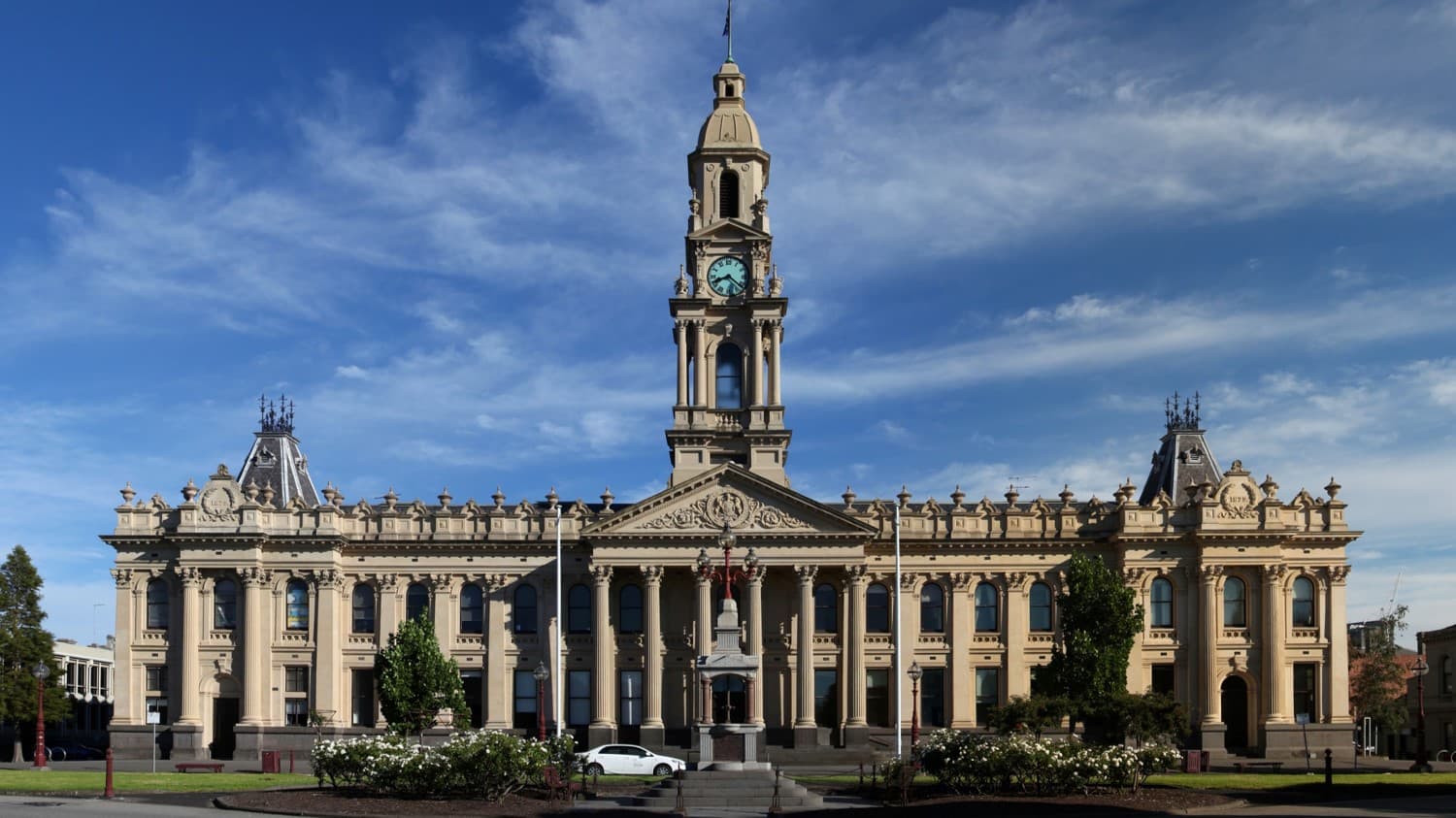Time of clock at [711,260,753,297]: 8:21
